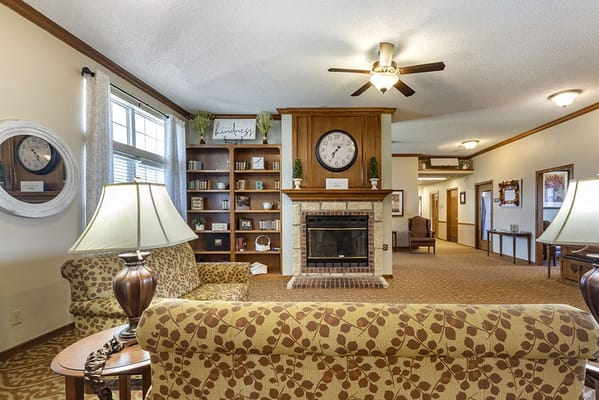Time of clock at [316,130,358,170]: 7:34
